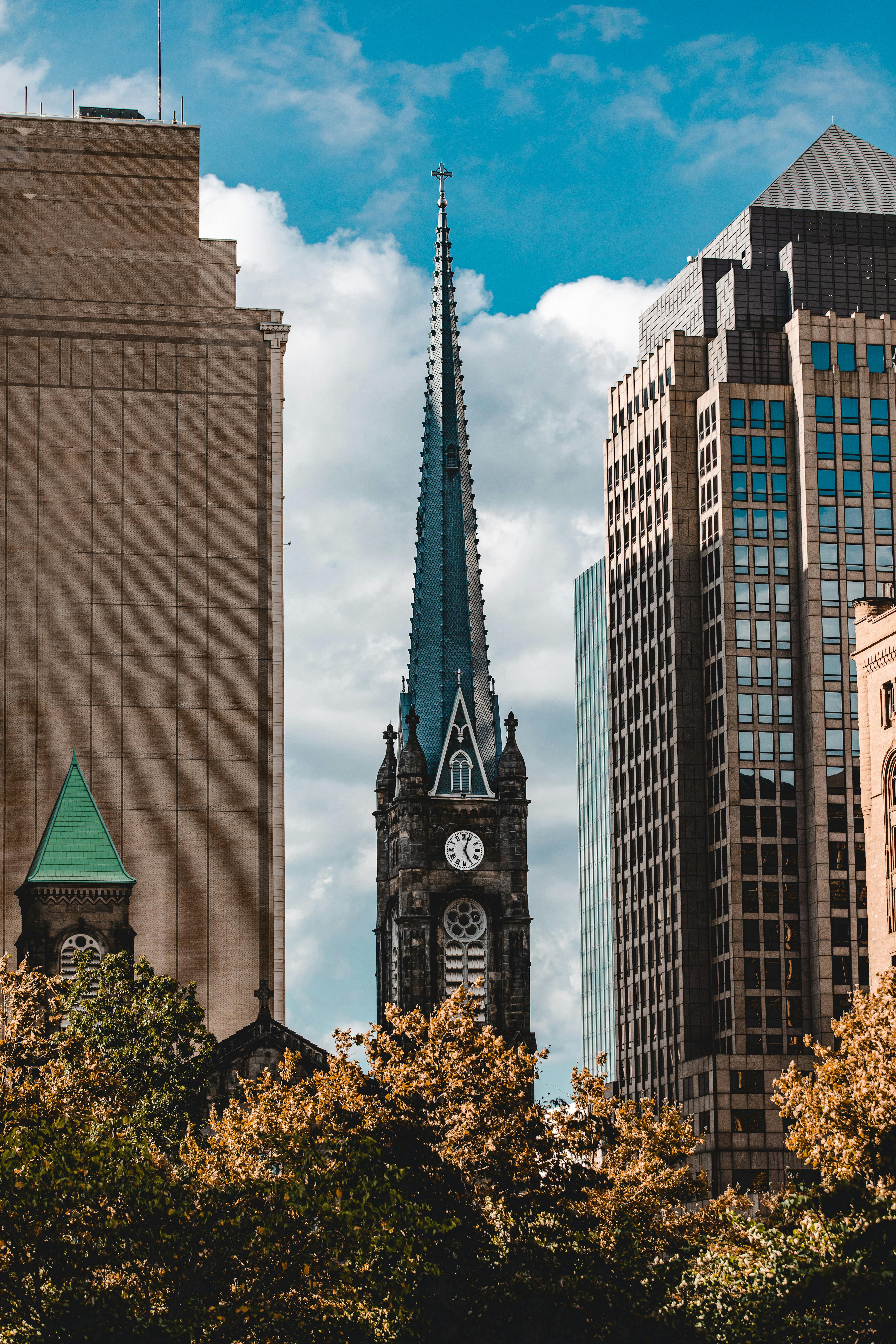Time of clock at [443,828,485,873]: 5:03
